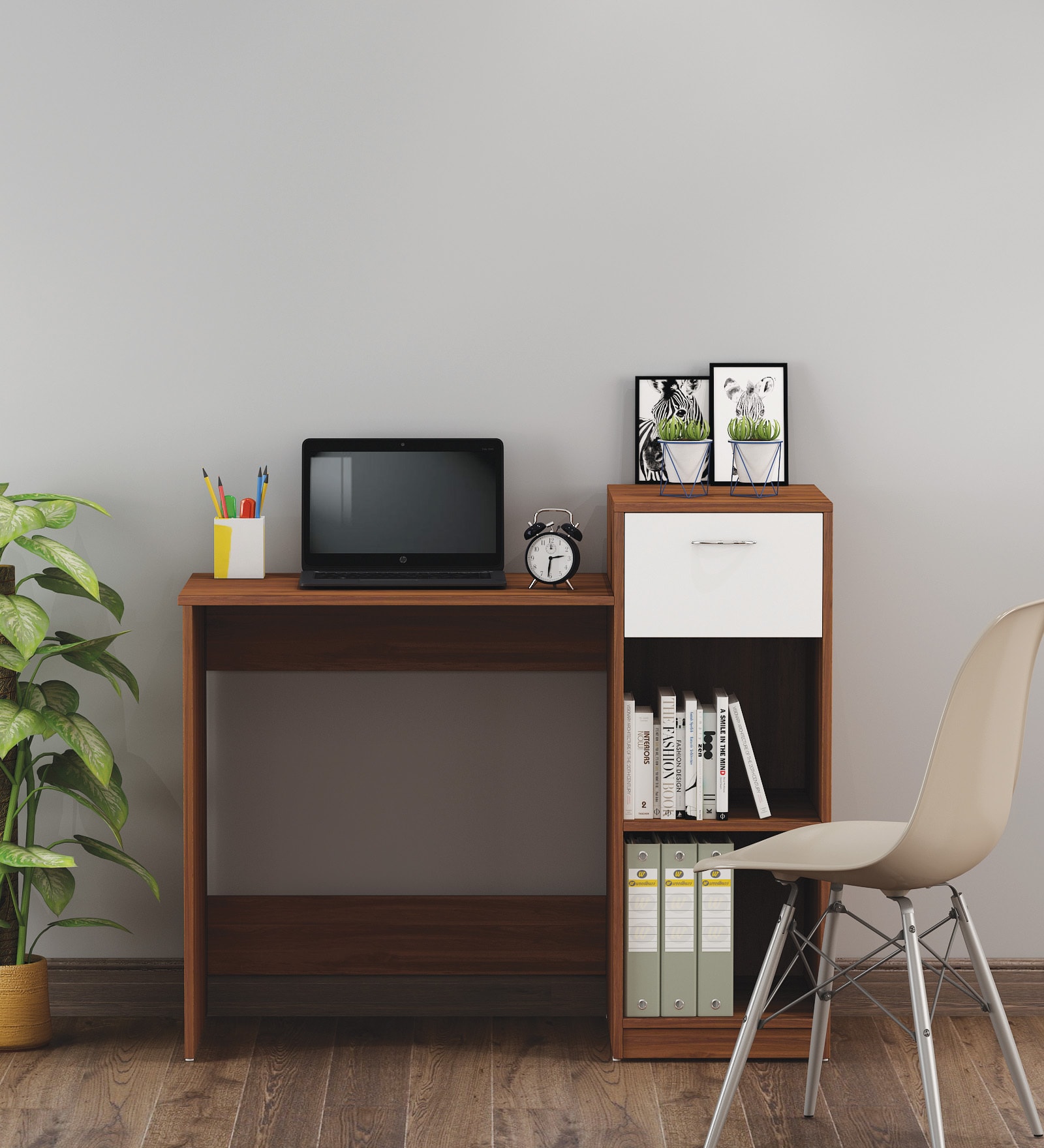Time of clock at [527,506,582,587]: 2:31
